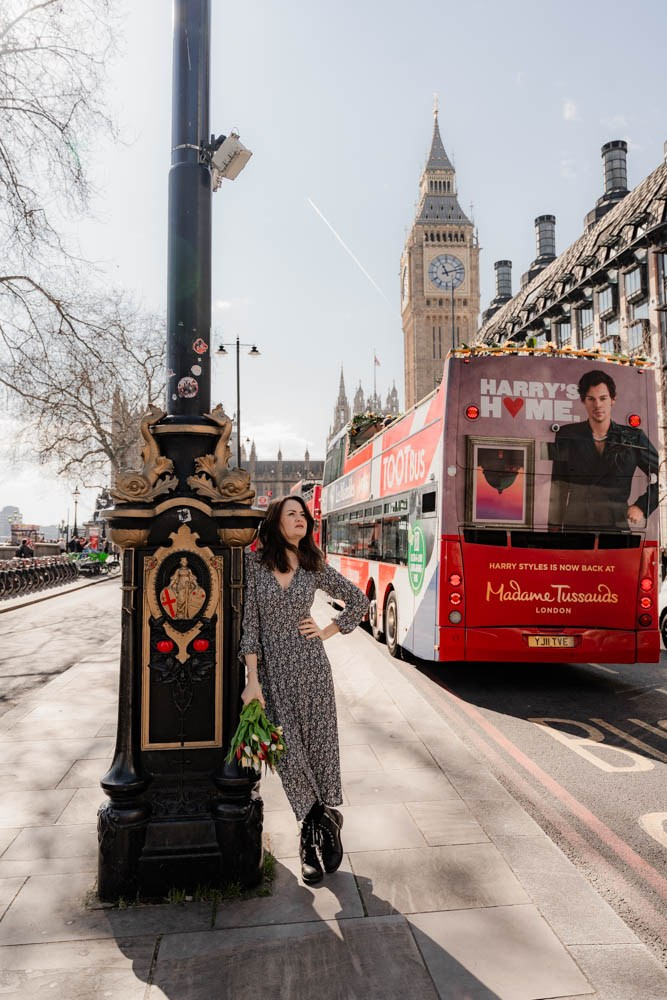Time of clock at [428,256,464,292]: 11:12
